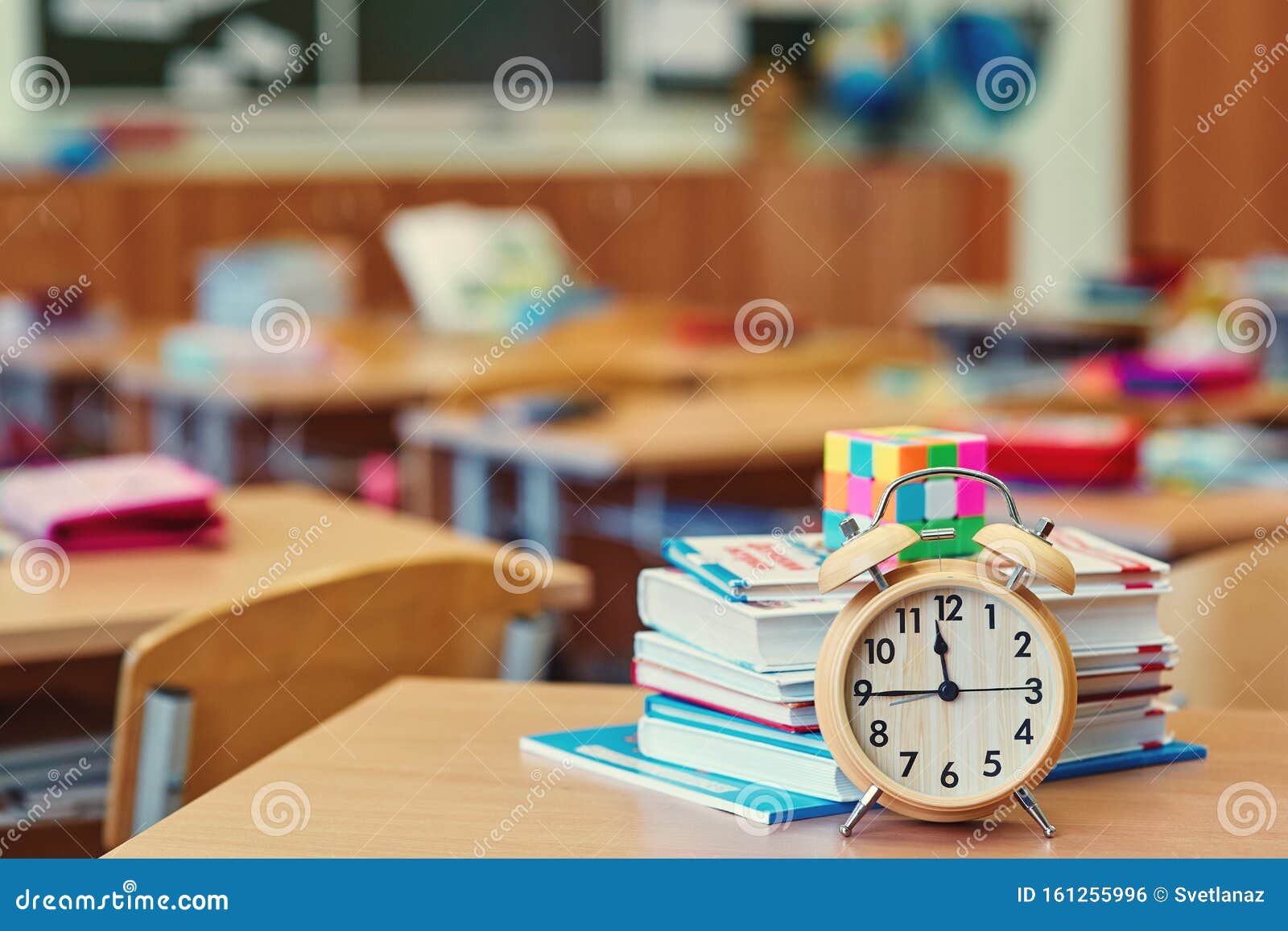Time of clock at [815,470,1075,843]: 11:44
